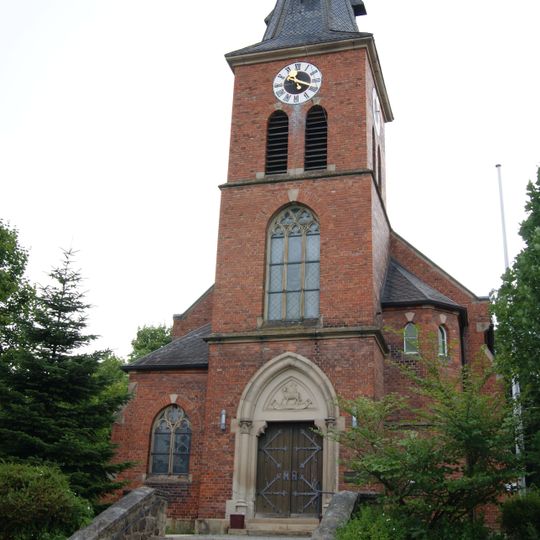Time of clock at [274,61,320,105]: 10:18
